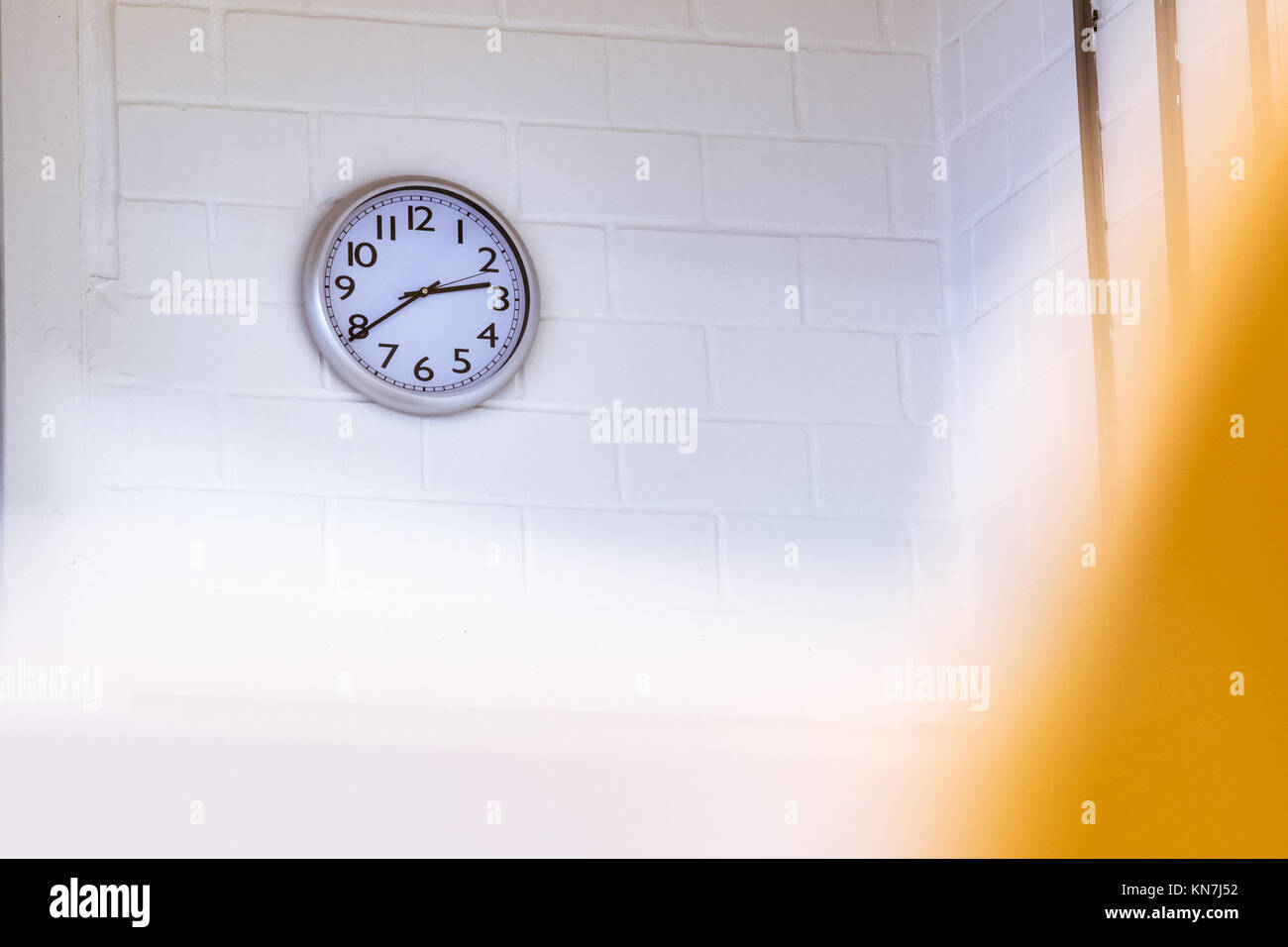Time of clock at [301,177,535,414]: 2:39
